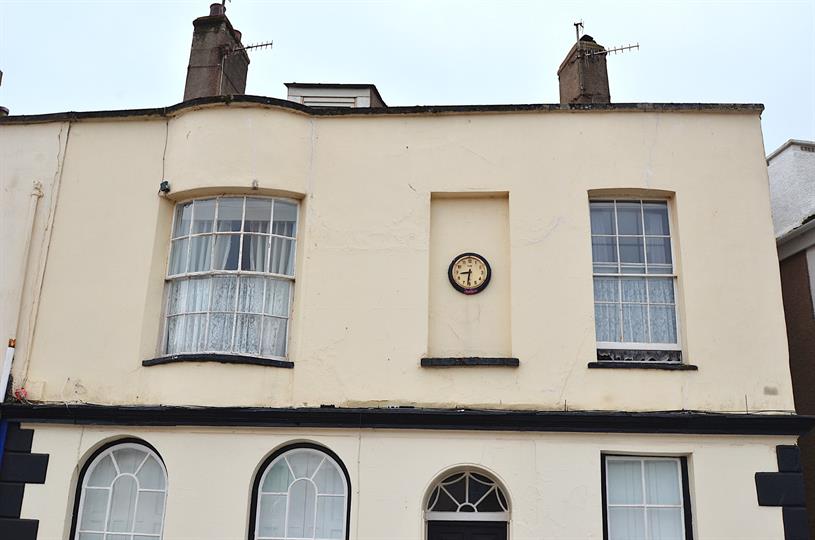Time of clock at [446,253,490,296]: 8:31
